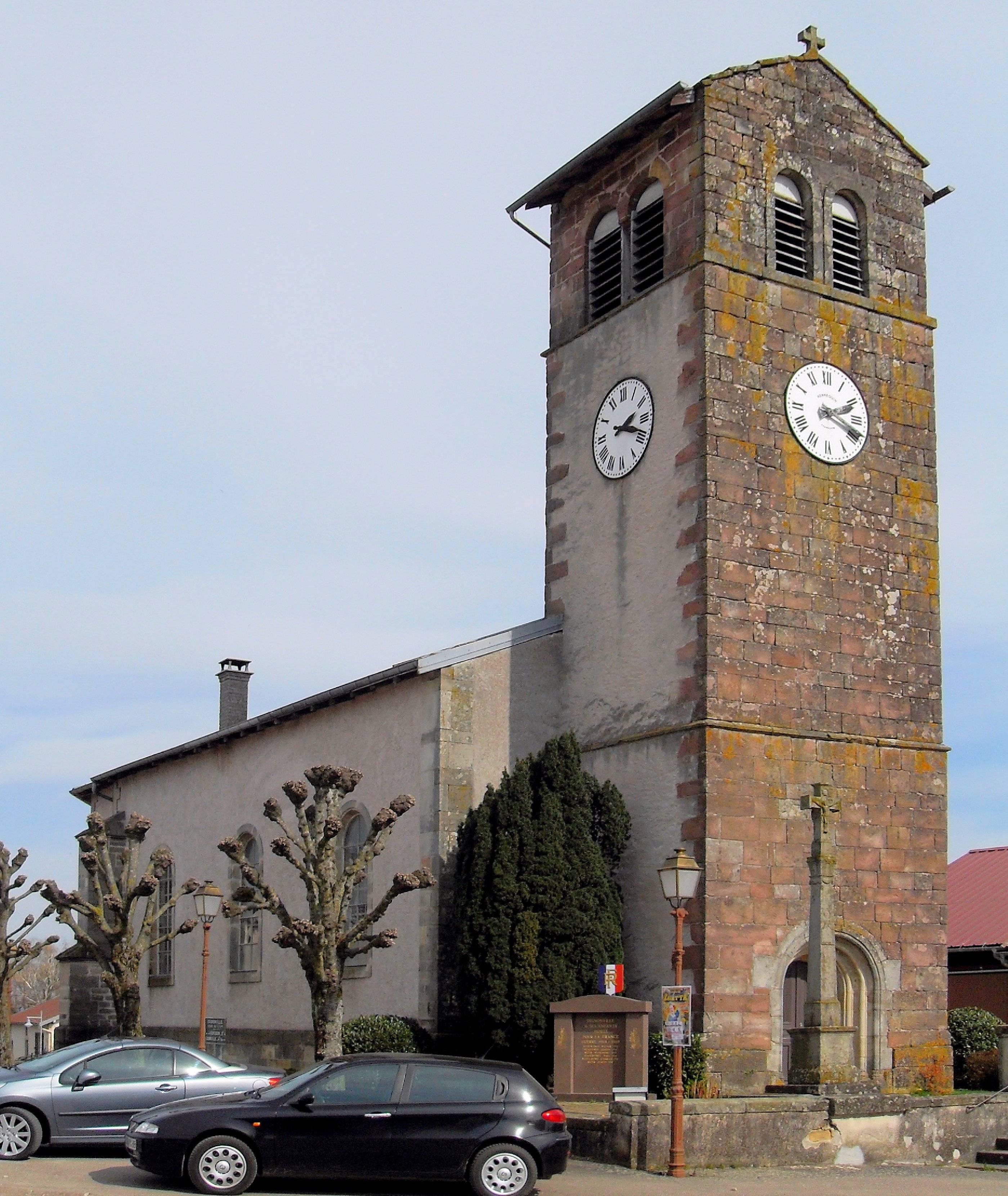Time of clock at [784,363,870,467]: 2:18
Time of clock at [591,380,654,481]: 2:18
